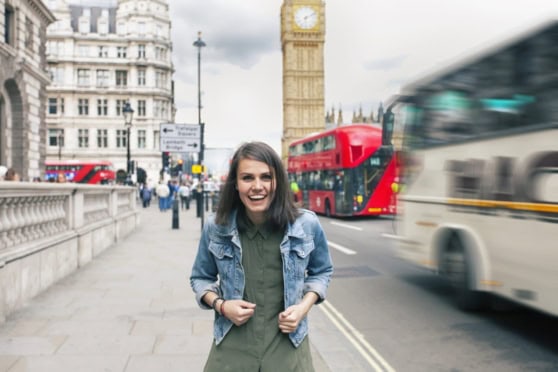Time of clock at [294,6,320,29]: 6:10
